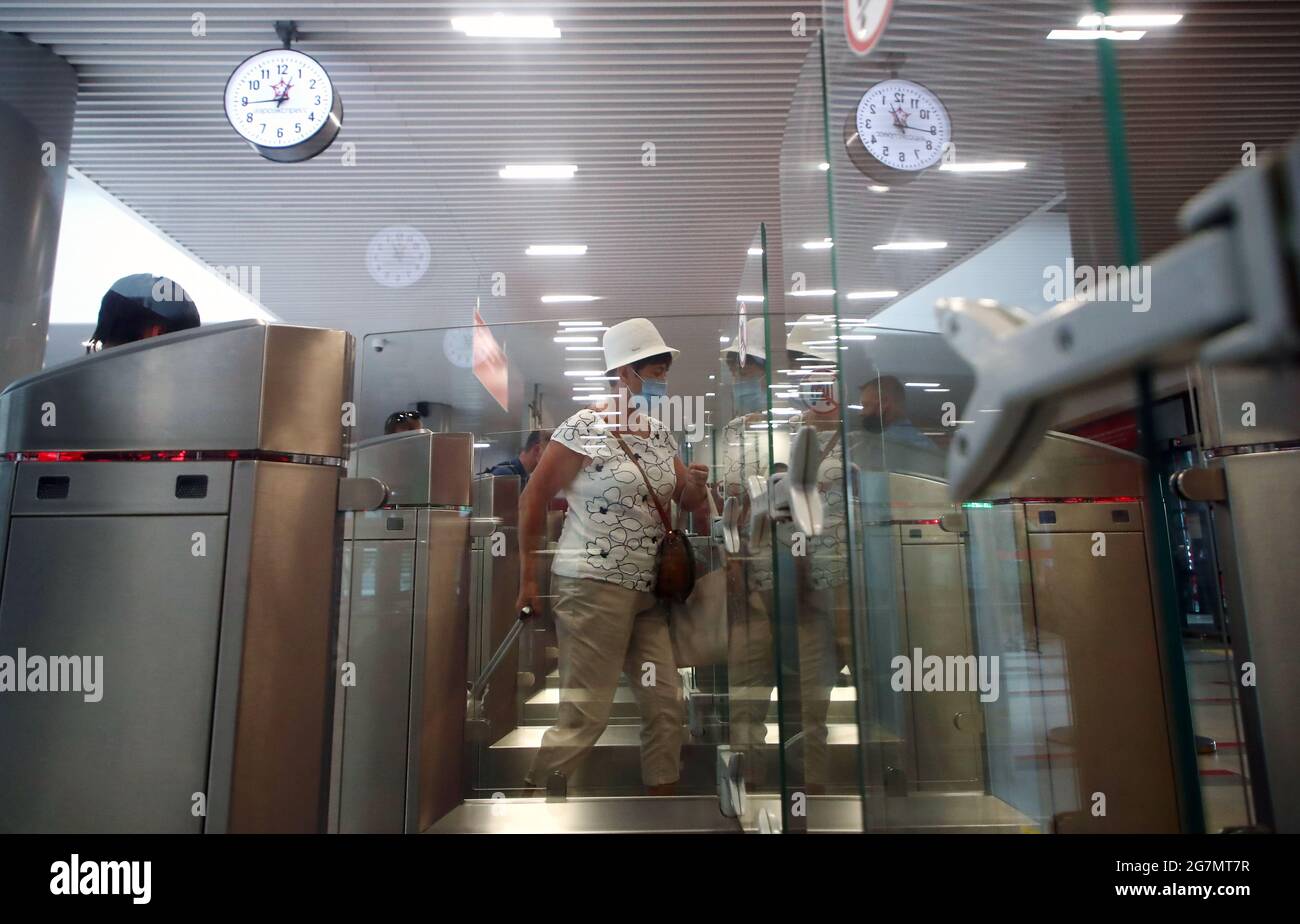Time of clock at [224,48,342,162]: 12:44
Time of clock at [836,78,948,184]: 11:16
